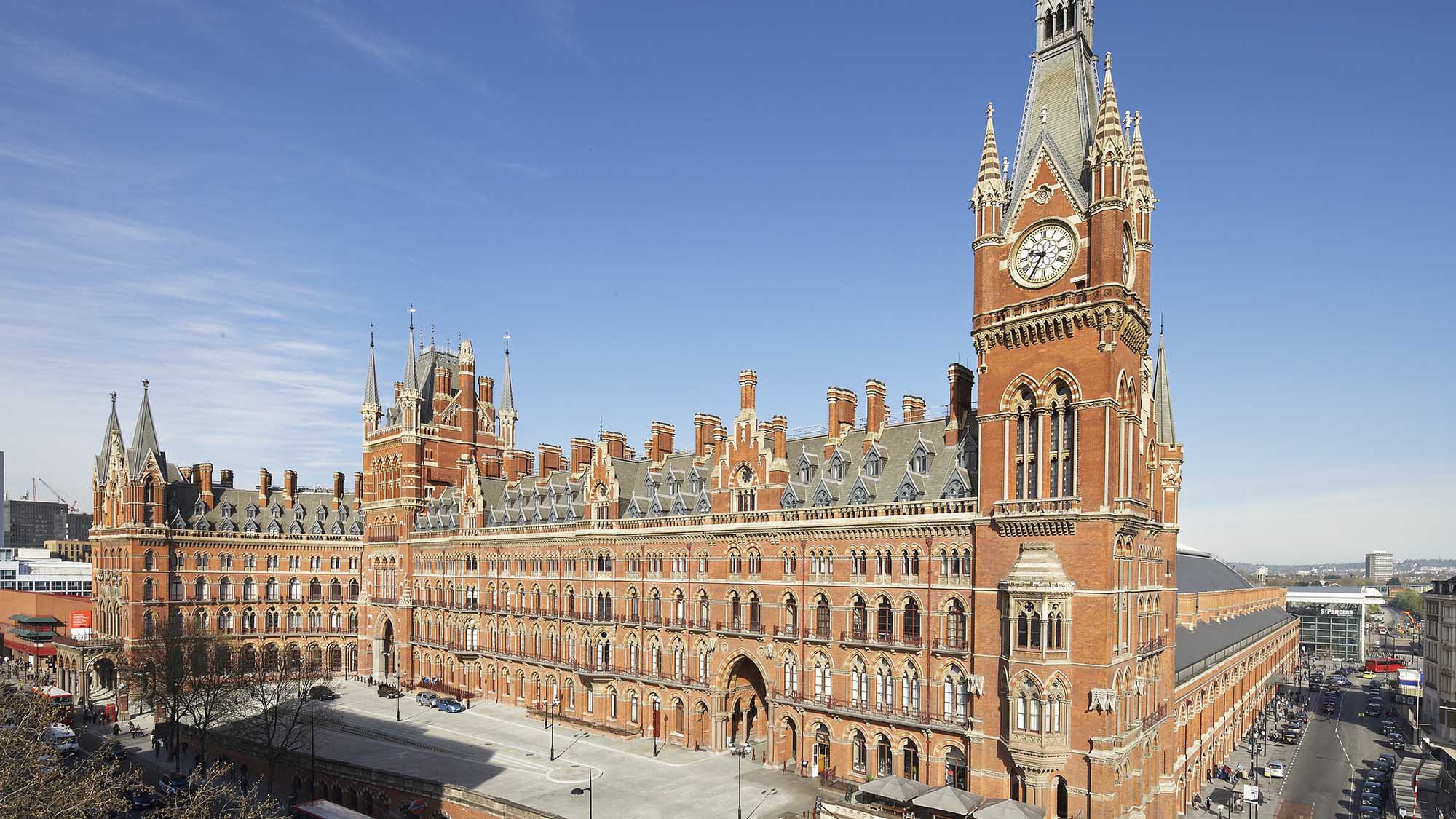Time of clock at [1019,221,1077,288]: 9:35
